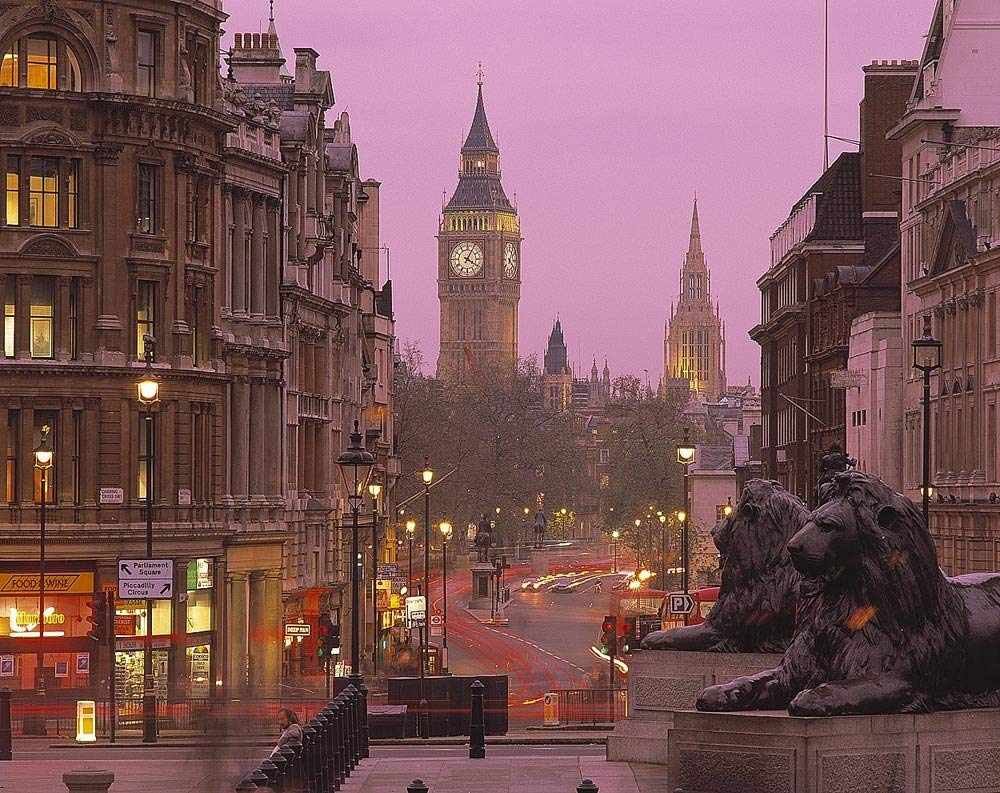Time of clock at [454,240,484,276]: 4:04
